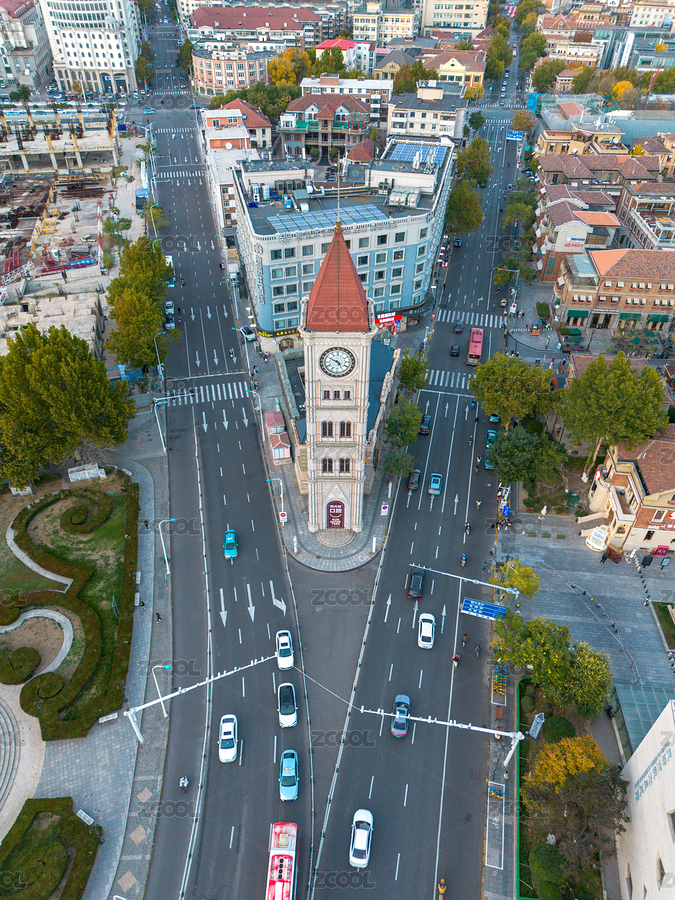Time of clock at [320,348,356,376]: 4:49
